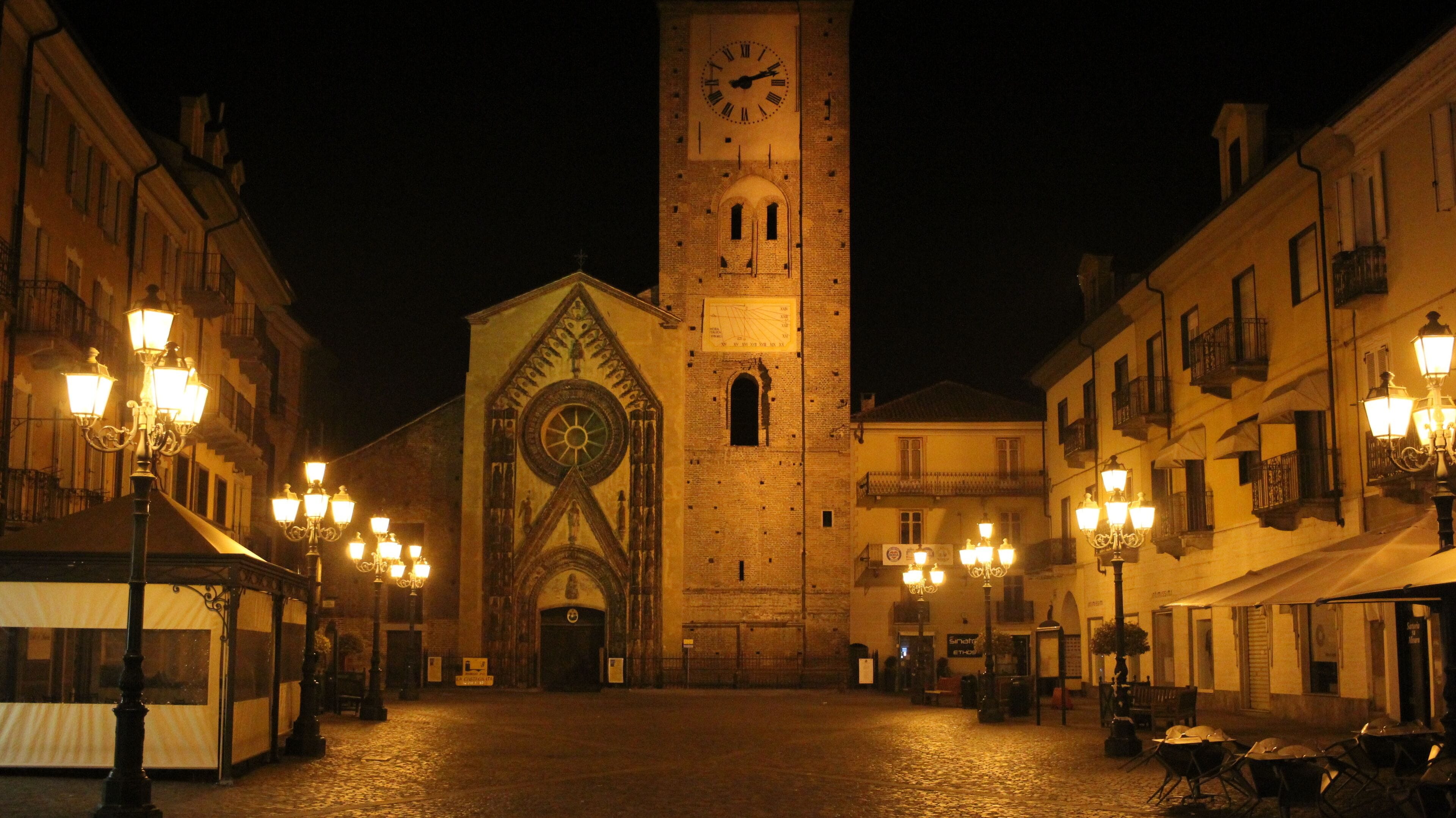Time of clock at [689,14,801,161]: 2:12
